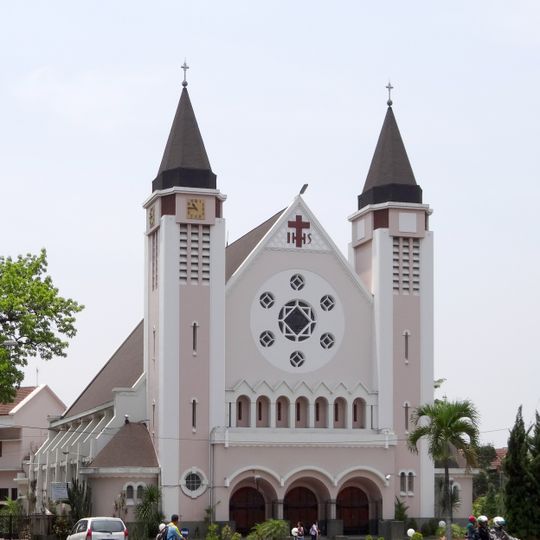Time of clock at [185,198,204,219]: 10:45
